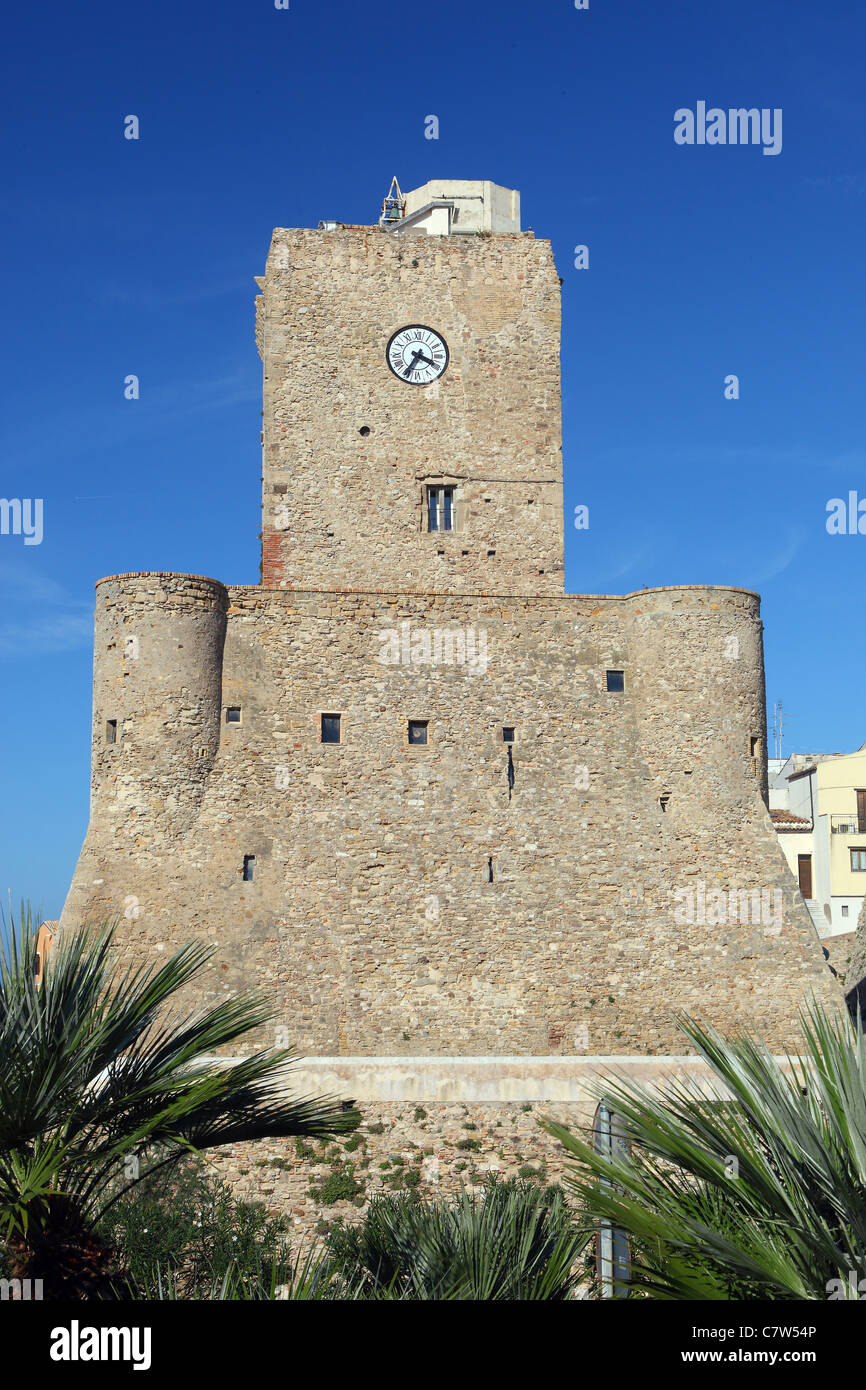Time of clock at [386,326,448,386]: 3:34
